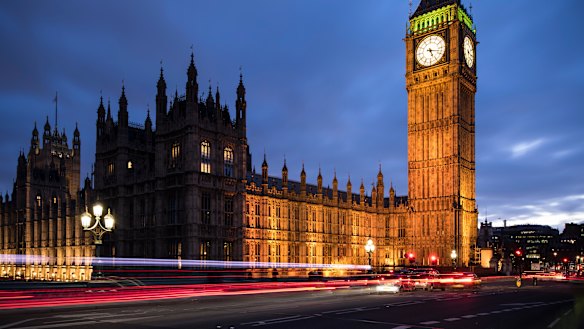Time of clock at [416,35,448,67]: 5:17
